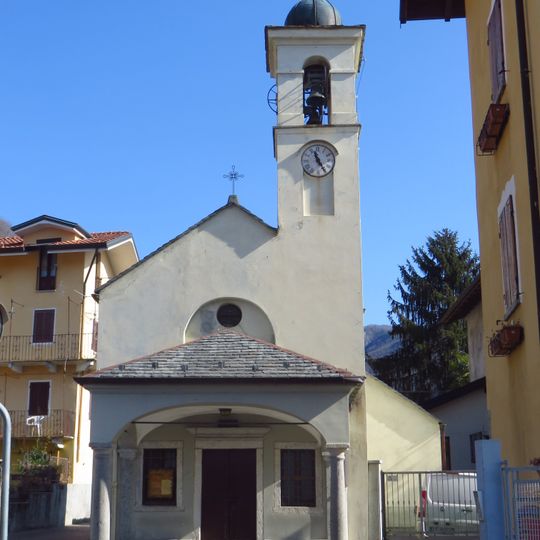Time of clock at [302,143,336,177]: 11:25
